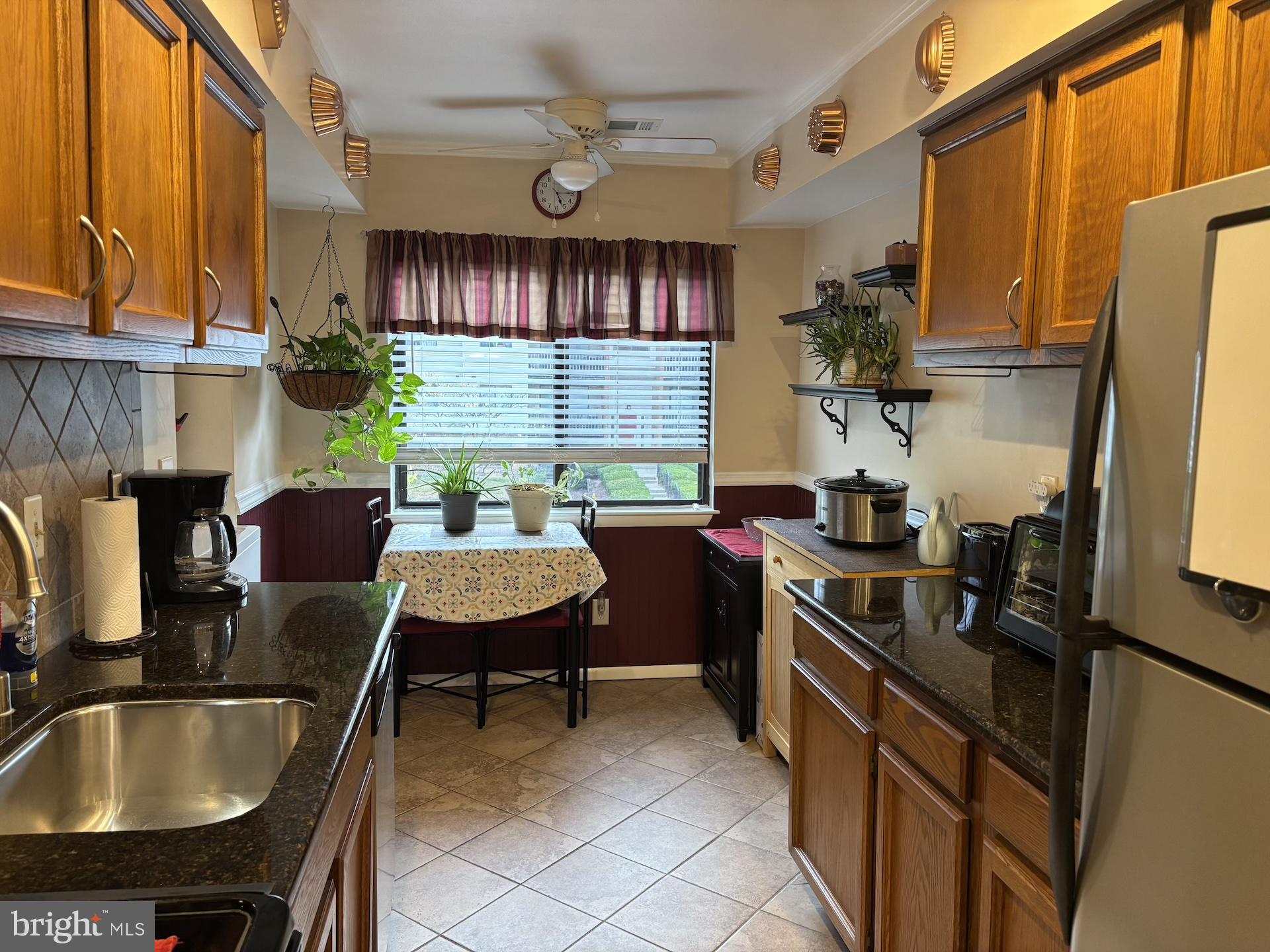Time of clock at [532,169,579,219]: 5:15
